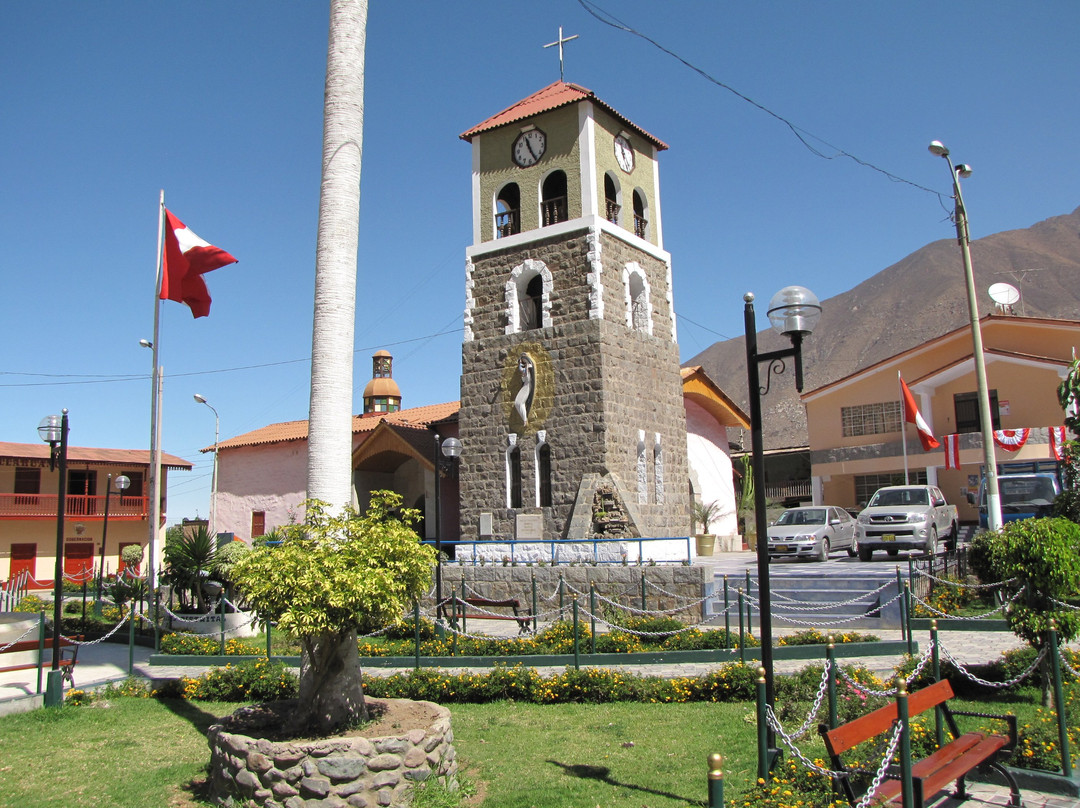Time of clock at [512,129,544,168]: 11:25
